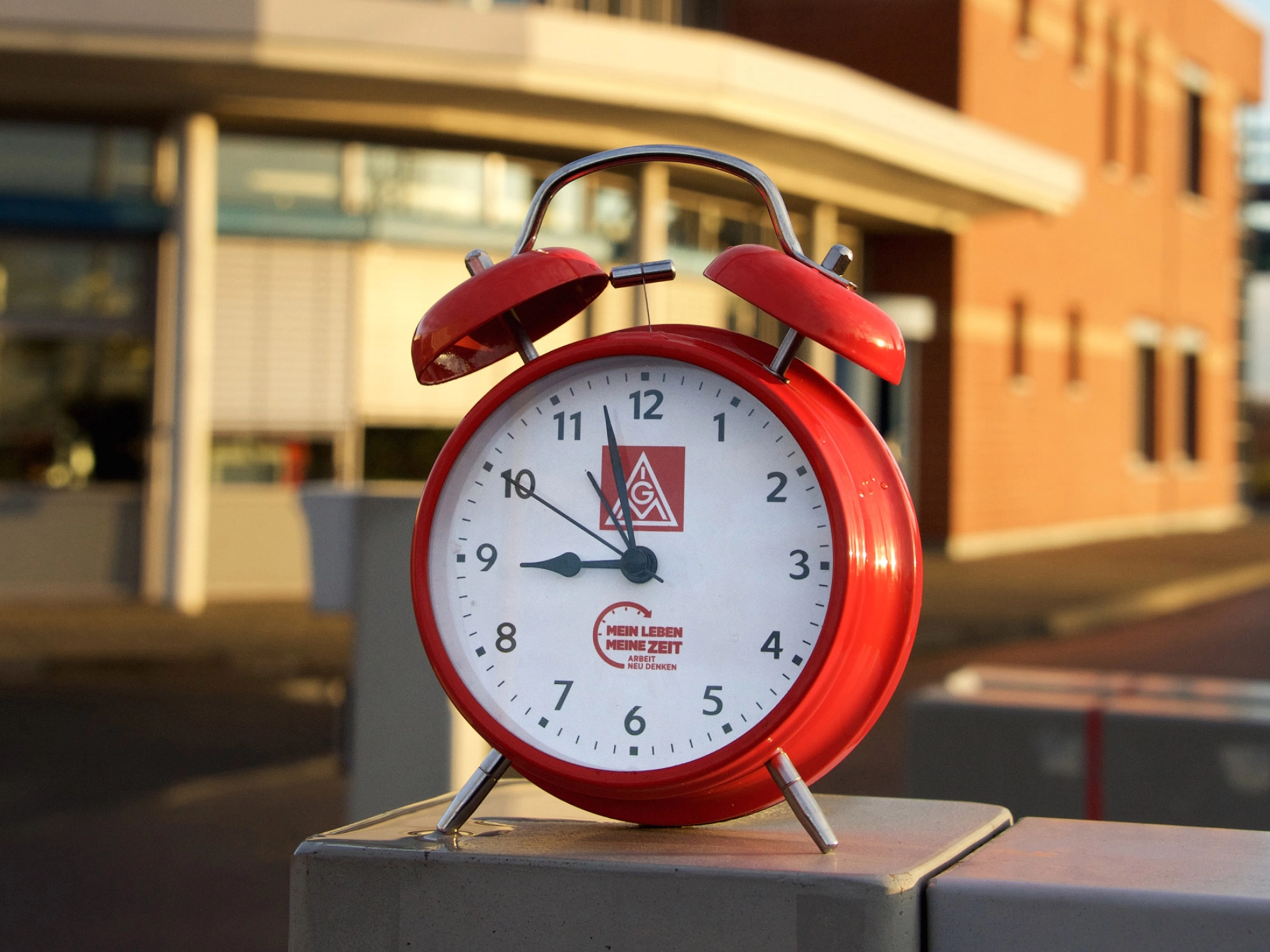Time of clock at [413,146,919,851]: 8:57
